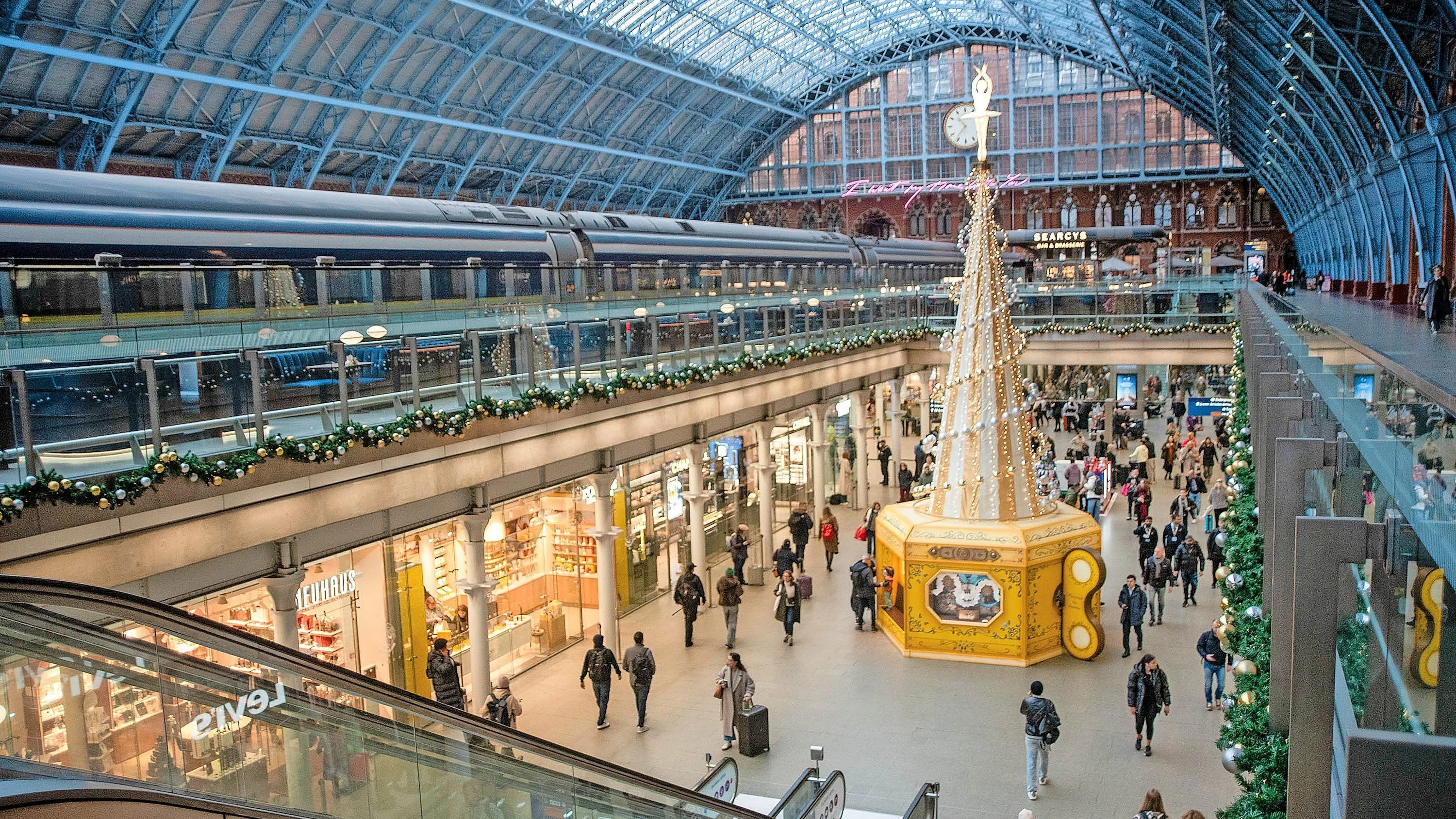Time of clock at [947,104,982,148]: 10:36
